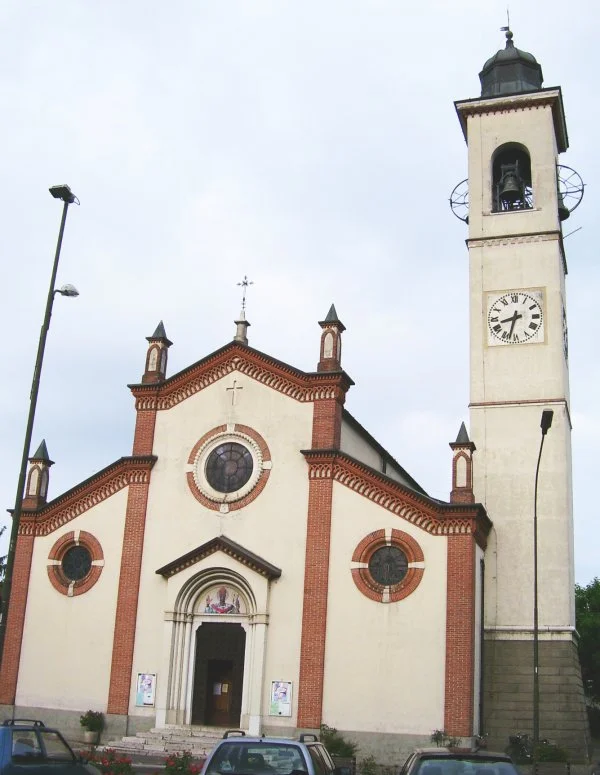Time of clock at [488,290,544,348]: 8:32
